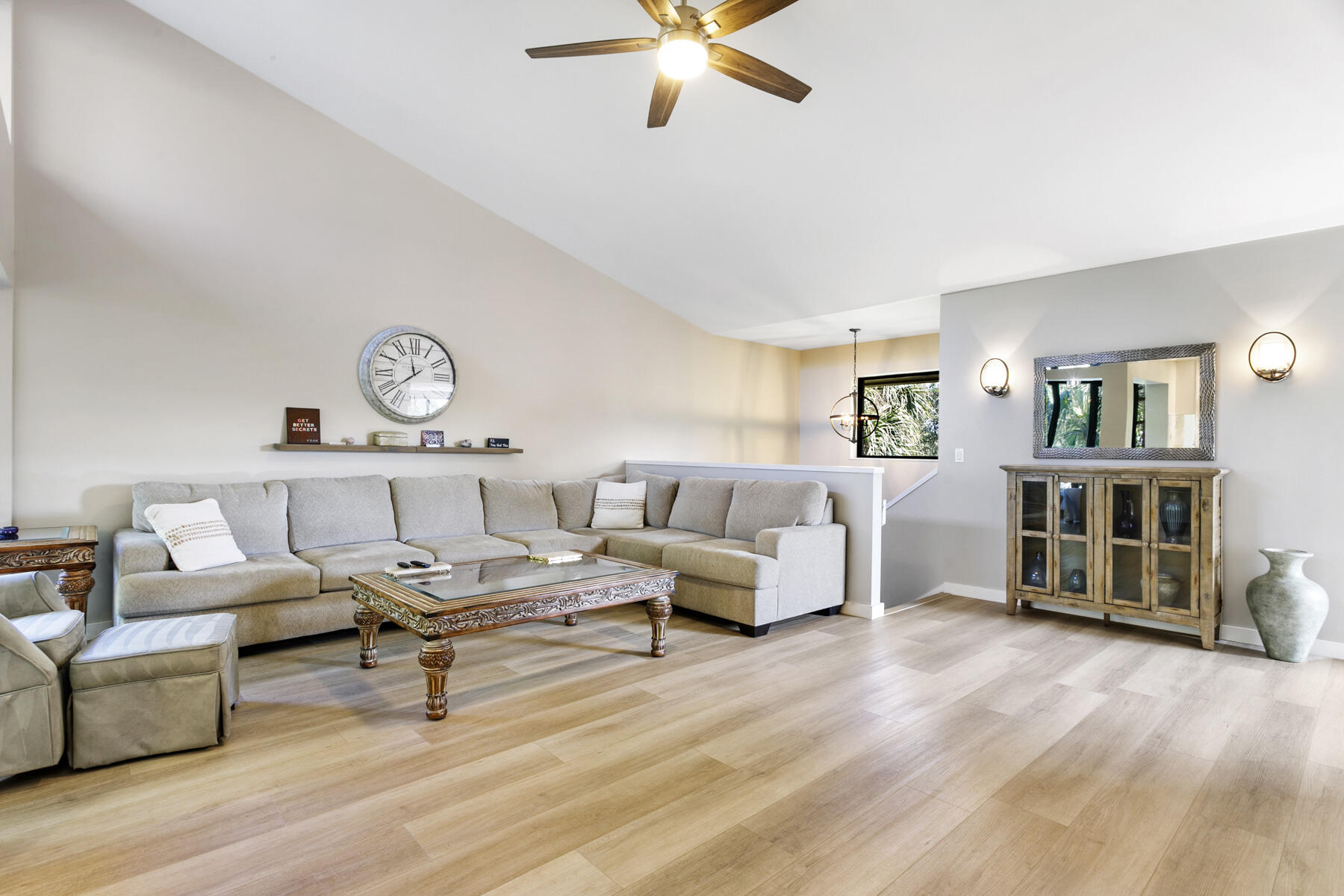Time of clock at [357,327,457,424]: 11:38
